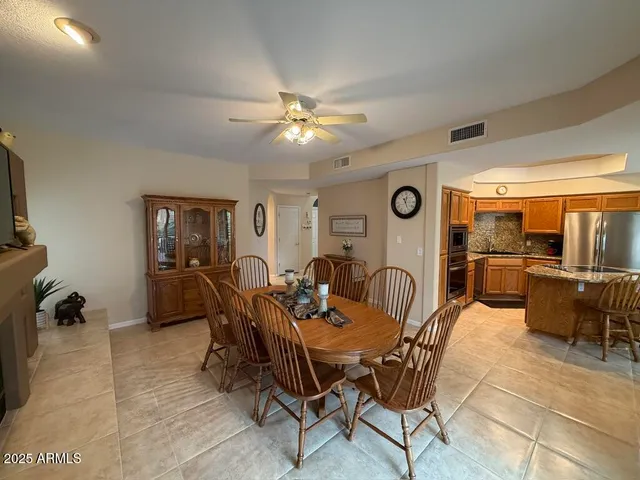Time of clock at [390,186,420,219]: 12:26
